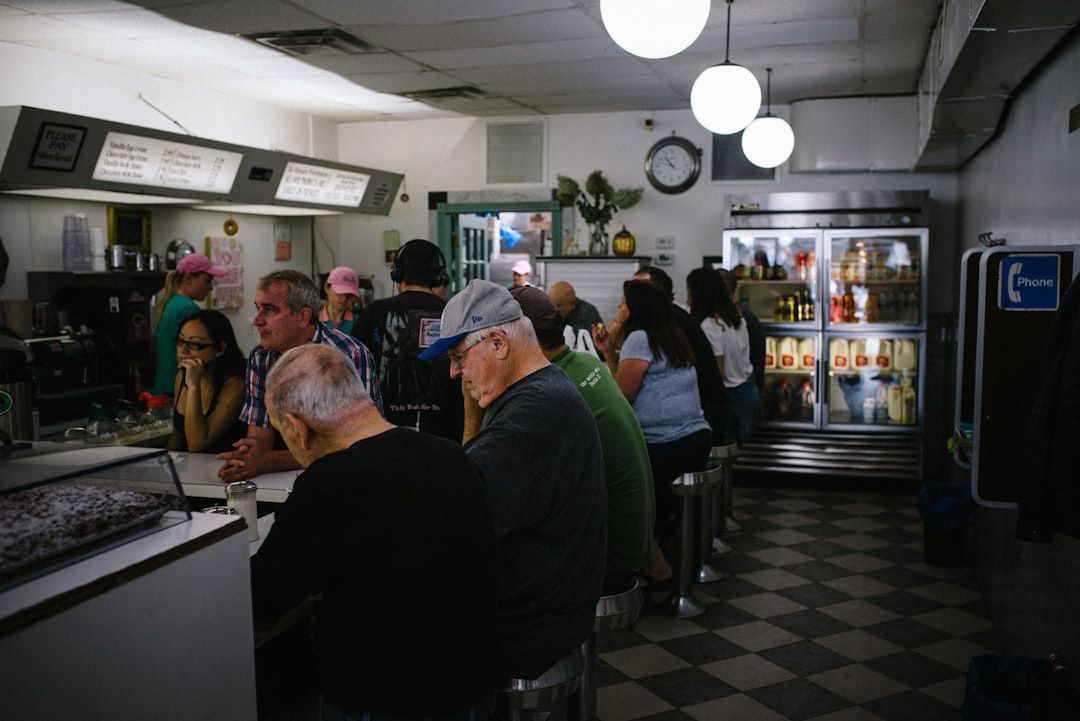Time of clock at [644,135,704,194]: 10:47
